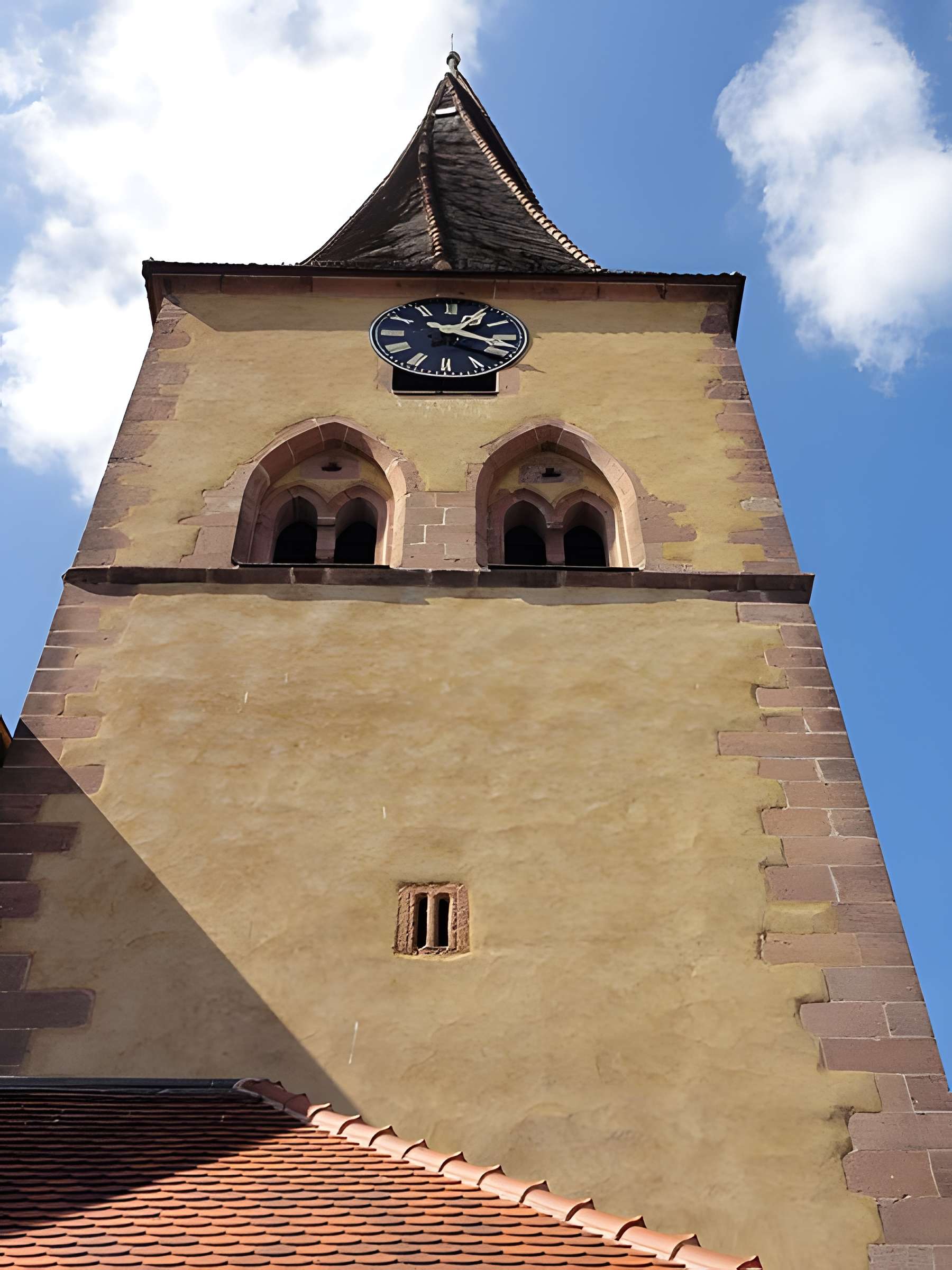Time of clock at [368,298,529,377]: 1:18
